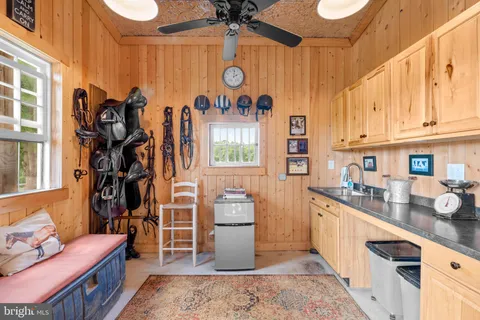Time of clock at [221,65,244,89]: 2:01
